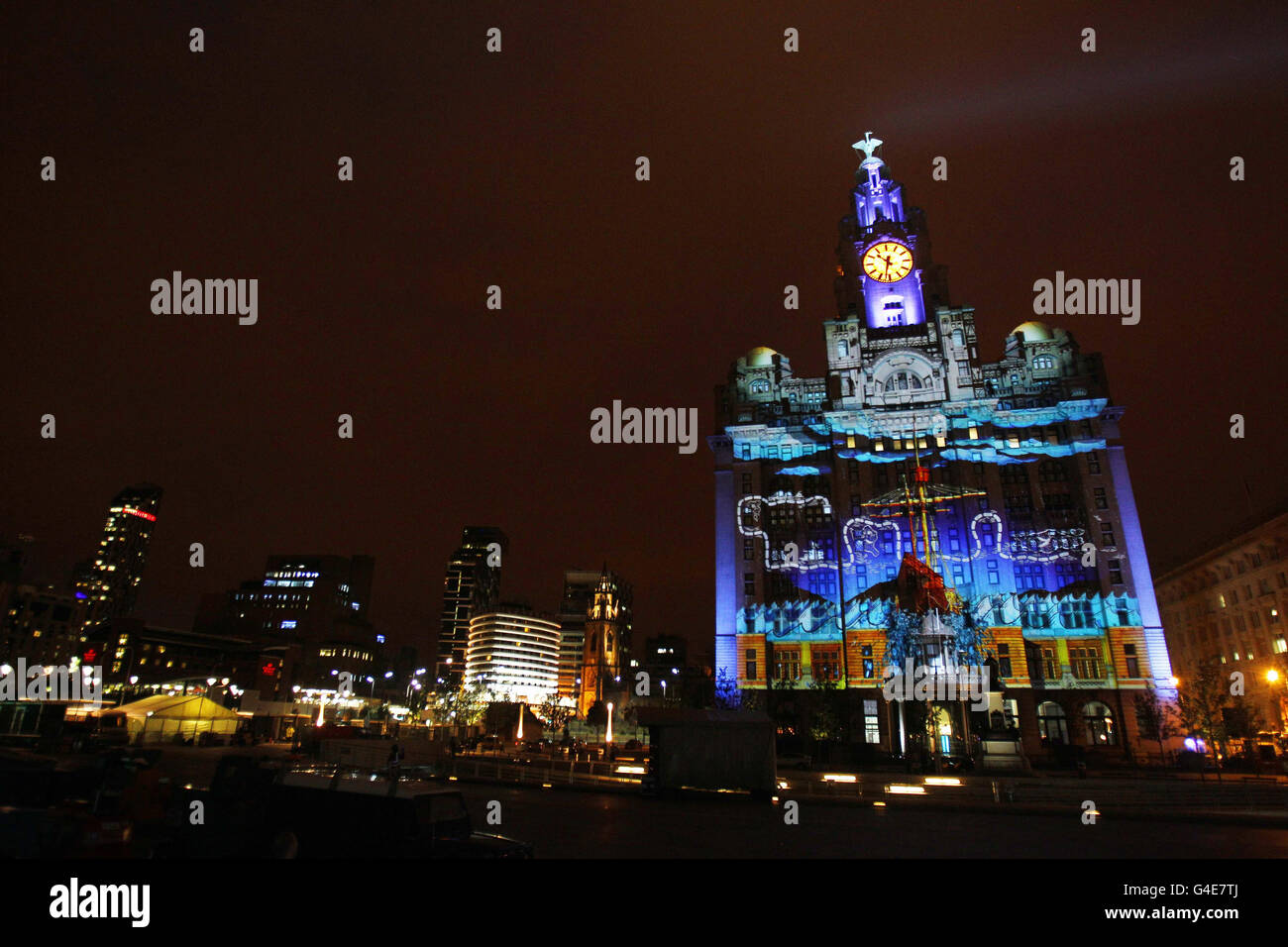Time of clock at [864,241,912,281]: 10:32
